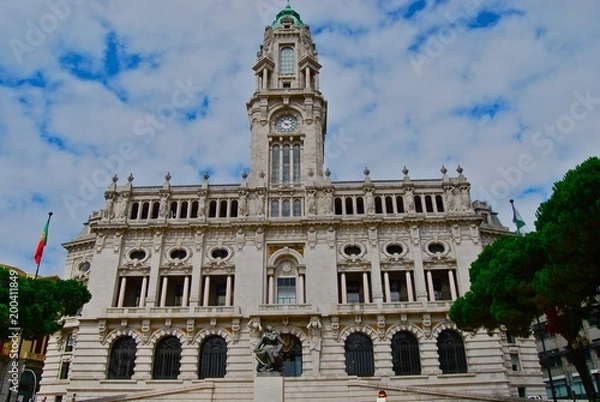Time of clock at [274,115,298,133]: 2:52
